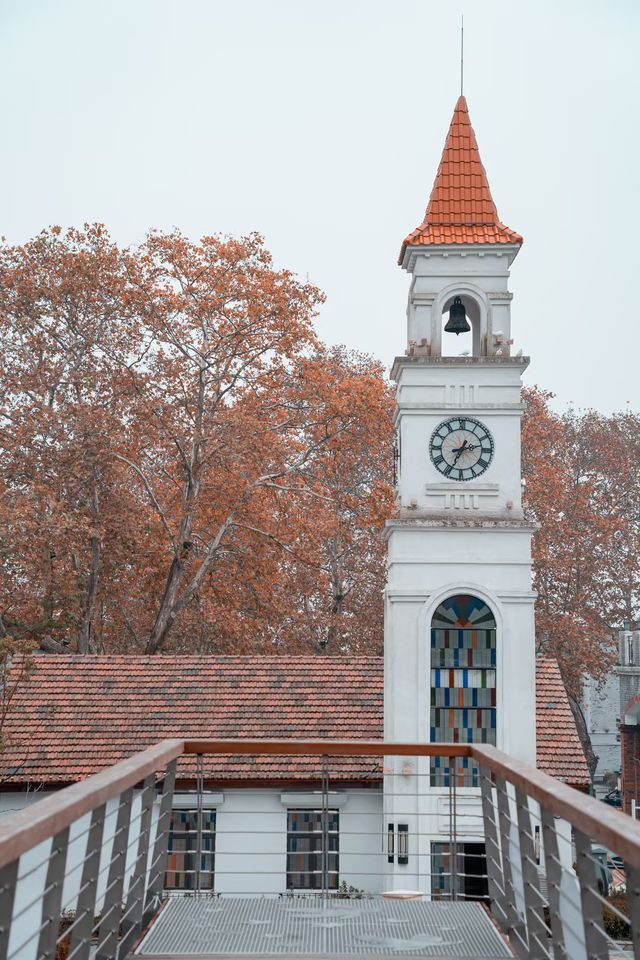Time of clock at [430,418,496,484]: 2:33
